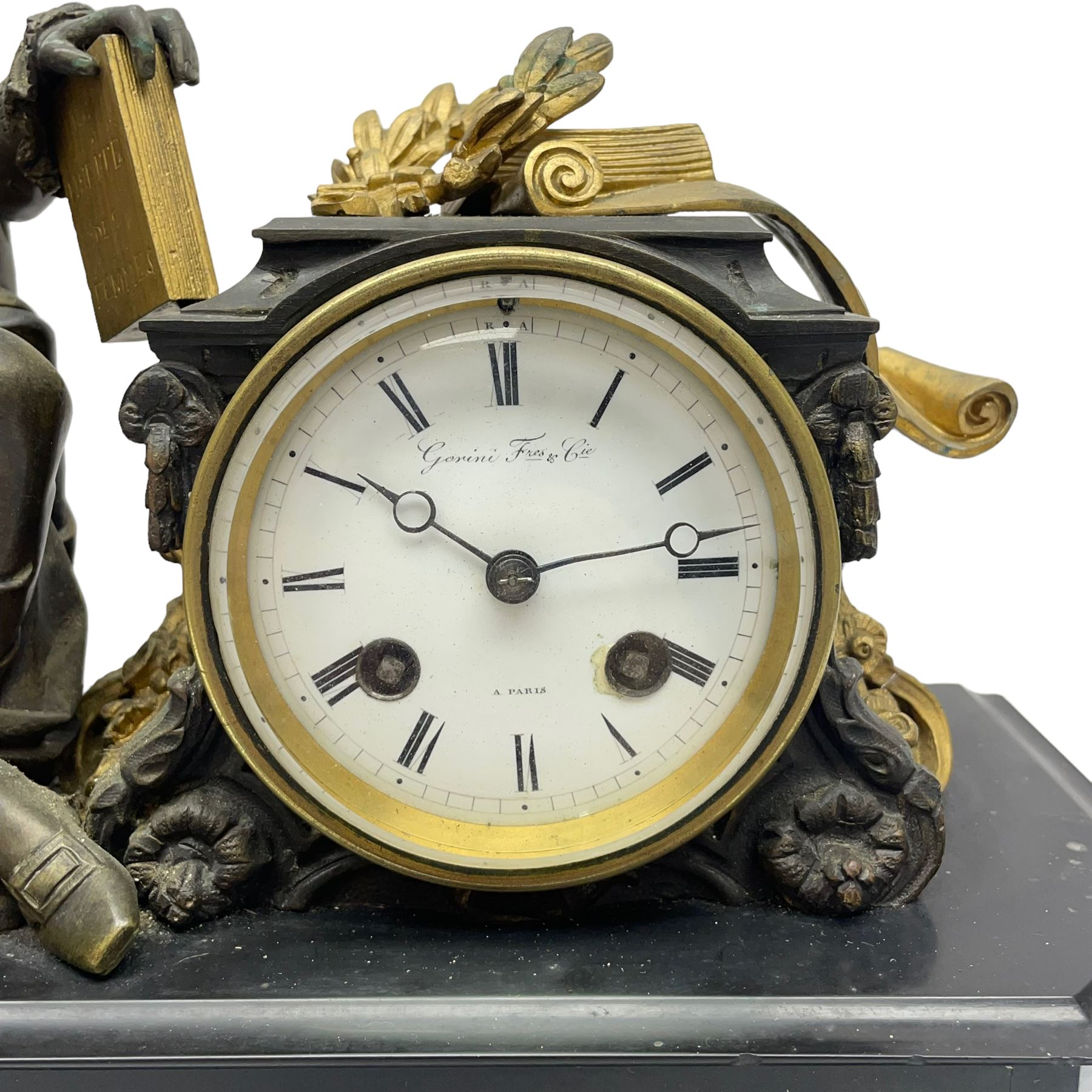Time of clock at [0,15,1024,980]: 10:13
